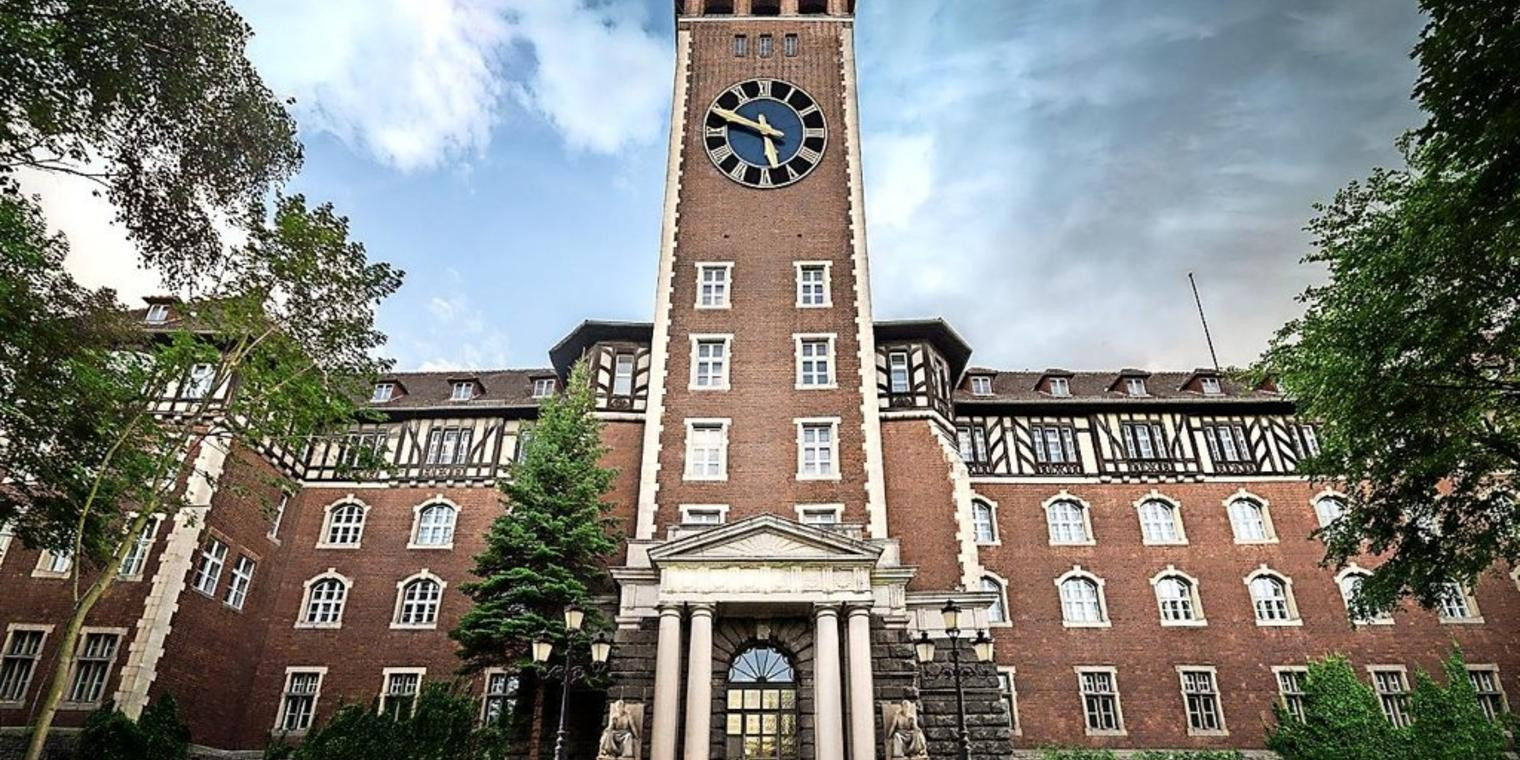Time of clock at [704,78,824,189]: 5:48
